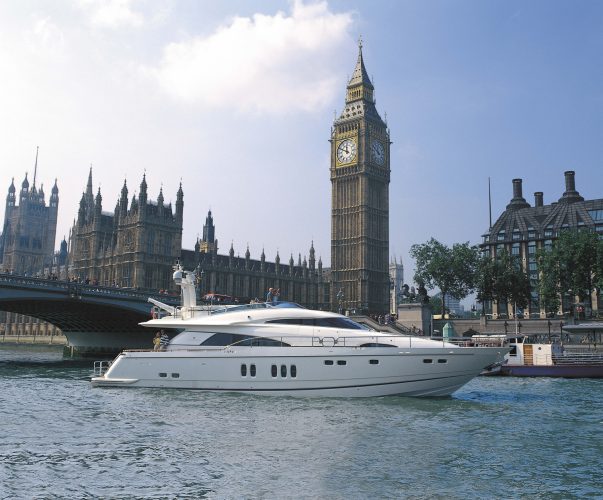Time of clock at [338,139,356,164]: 11:49
